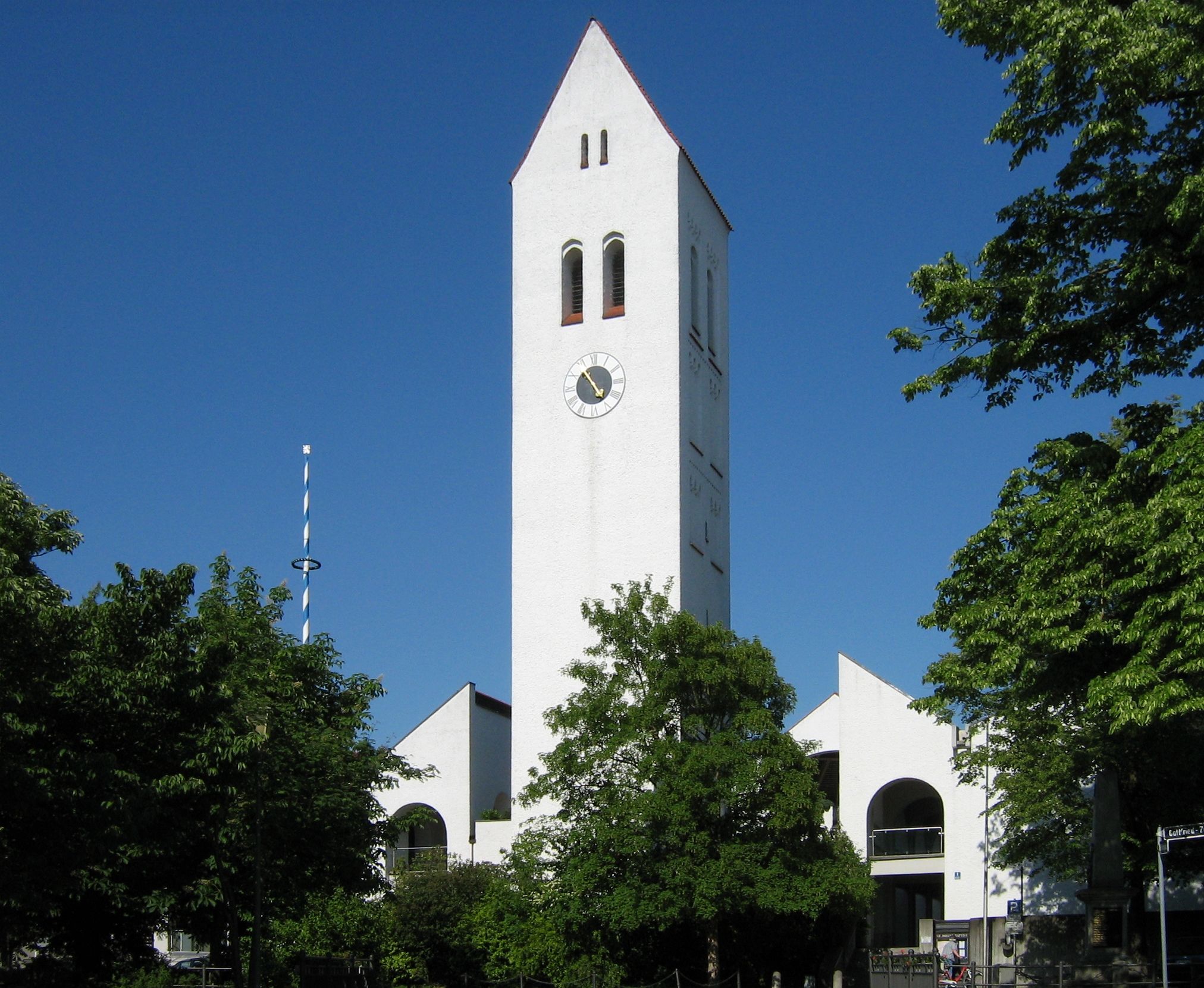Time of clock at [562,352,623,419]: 4:53
